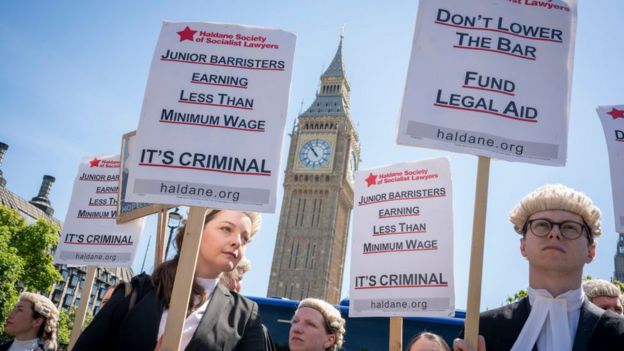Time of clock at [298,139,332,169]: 10:53
